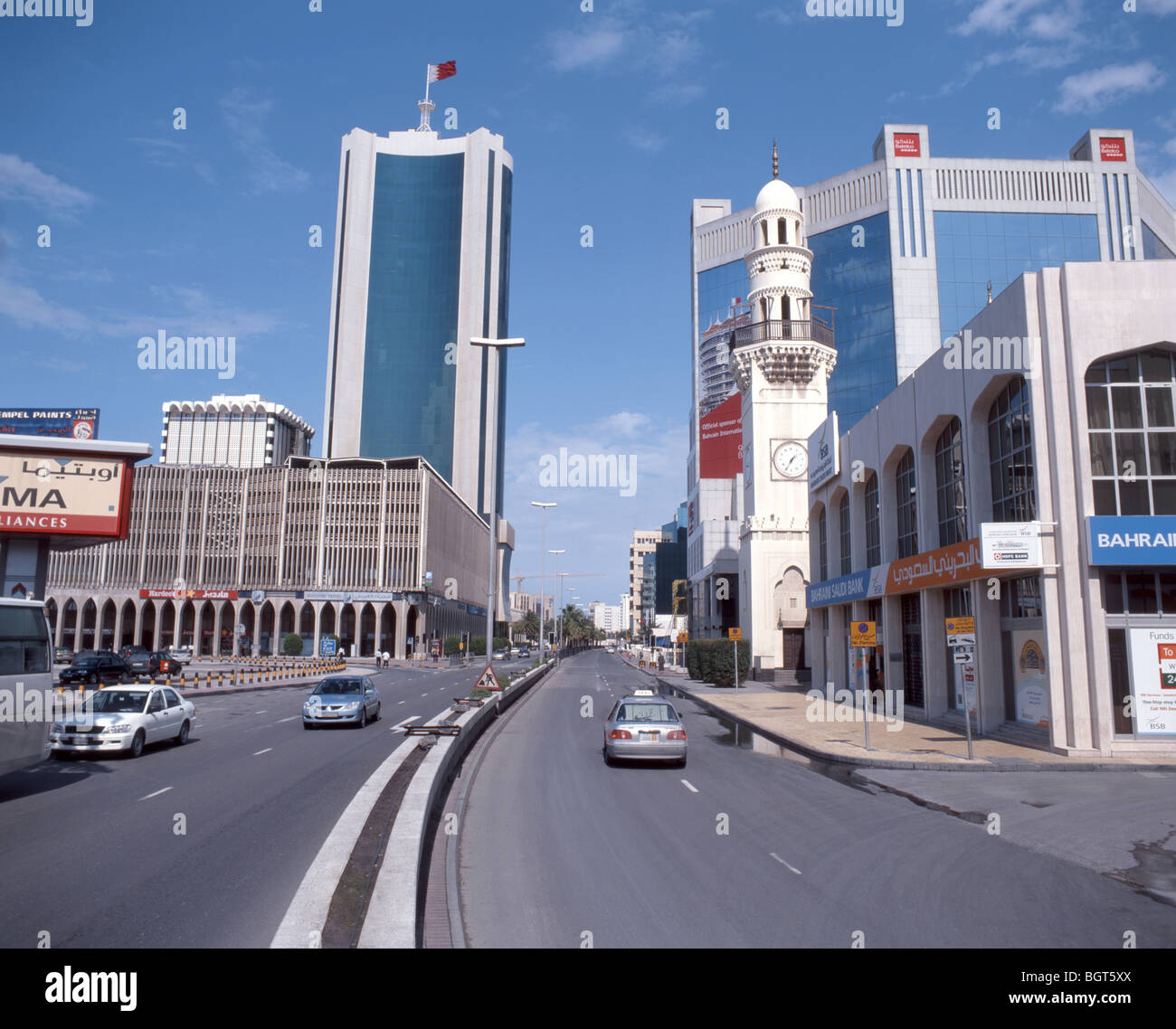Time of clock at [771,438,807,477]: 1:35
